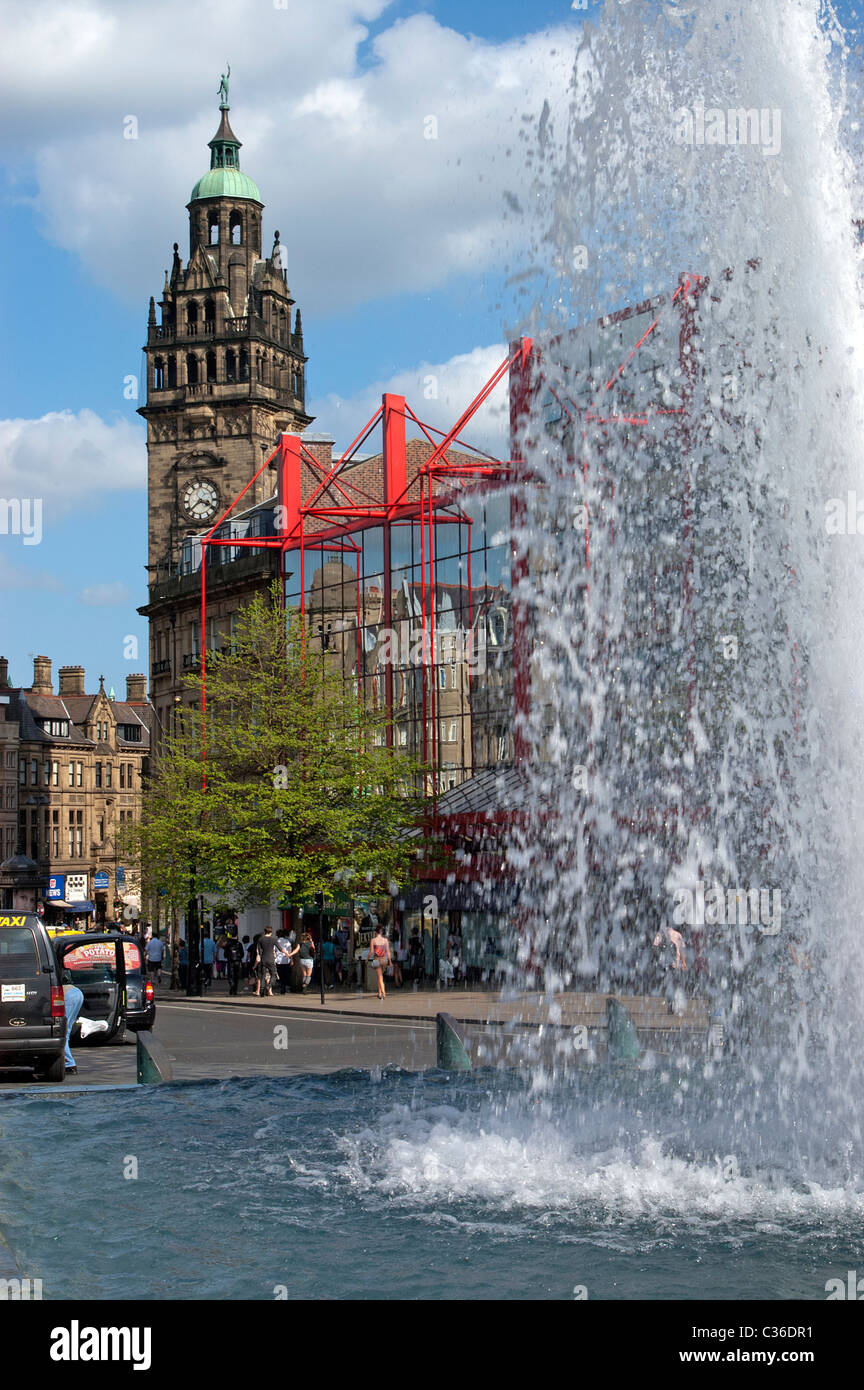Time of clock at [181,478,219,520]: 3:38
